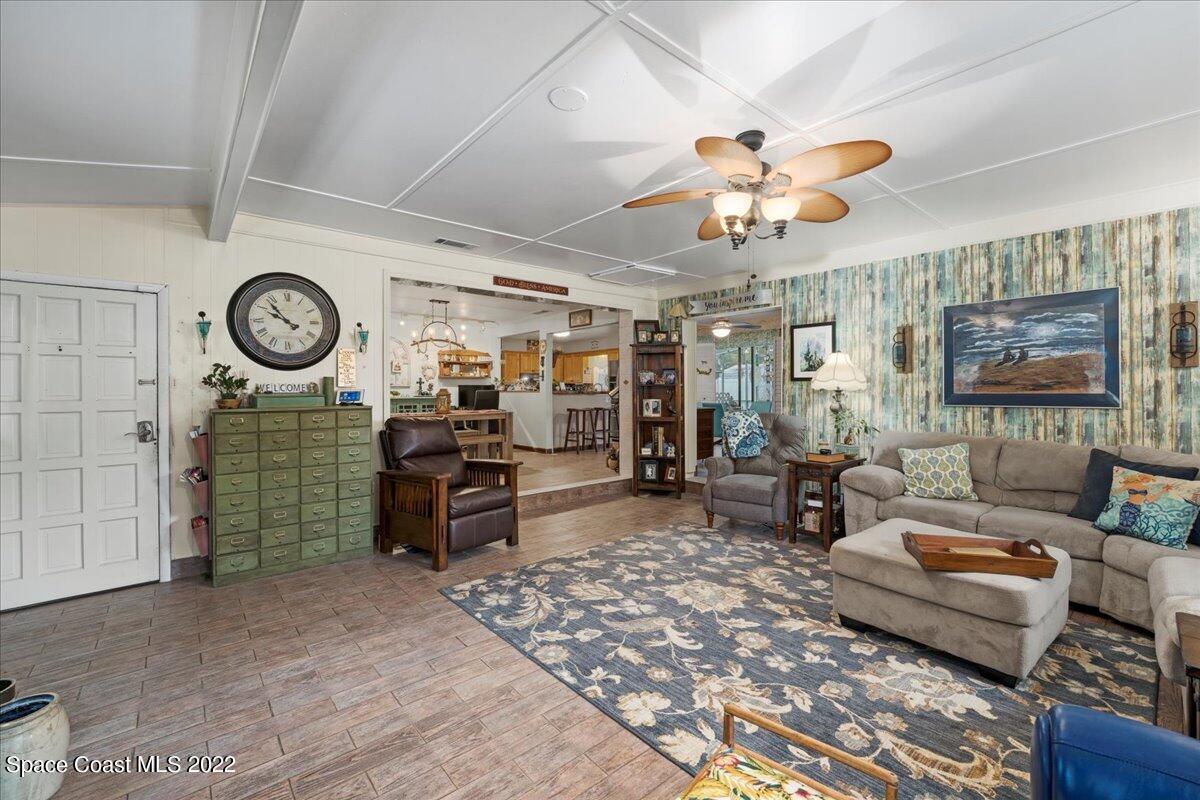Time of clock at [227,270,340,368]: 9:53
